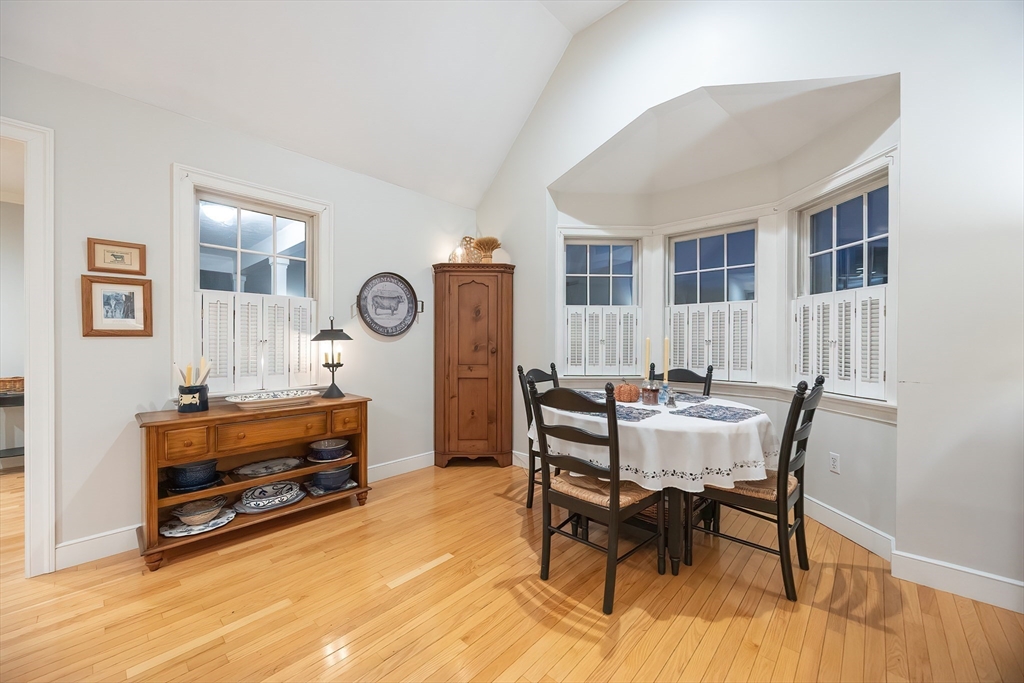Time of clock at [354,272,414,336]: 2:46
